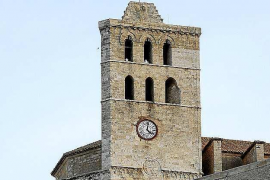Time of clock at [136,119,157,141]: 4:01
